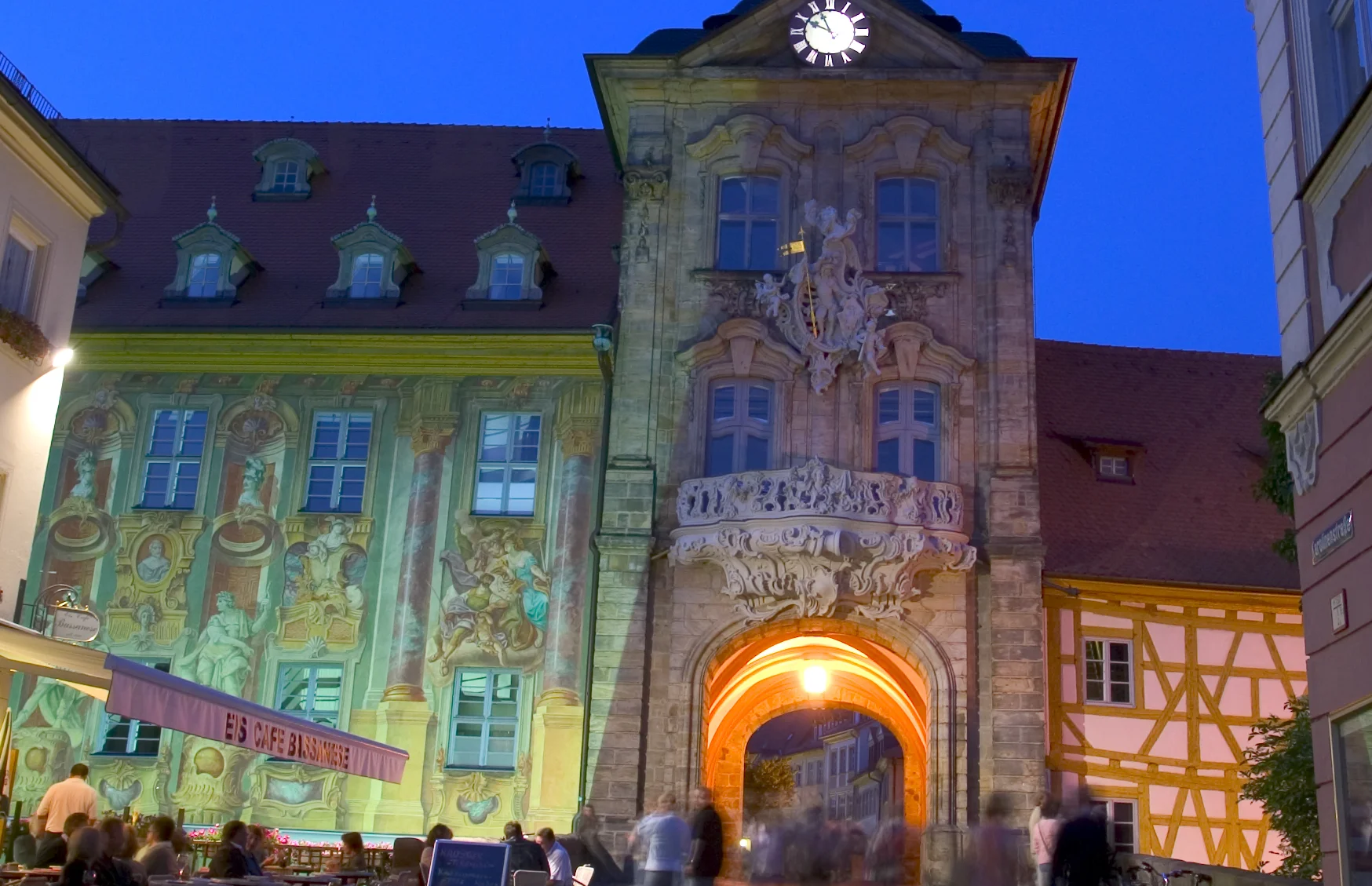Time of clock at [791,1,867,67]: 9:56
